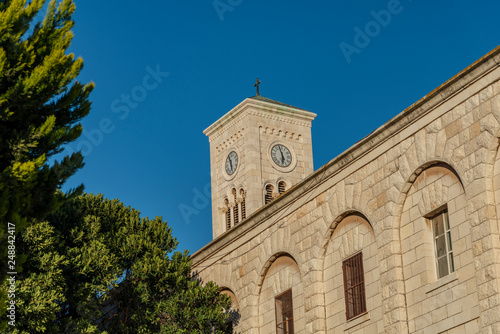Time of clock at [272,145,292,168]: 5:57
